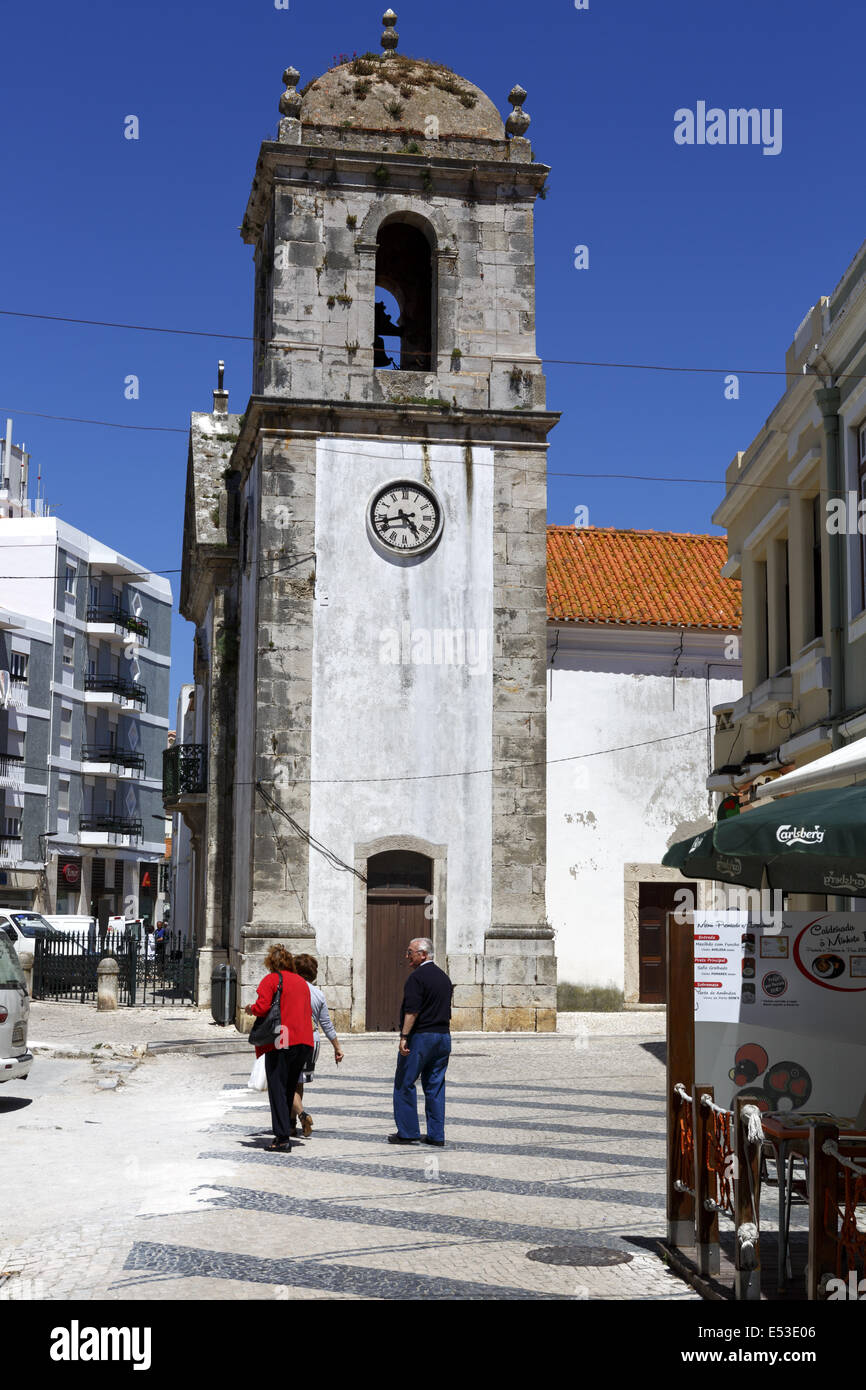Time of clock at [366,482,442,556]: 4:42
